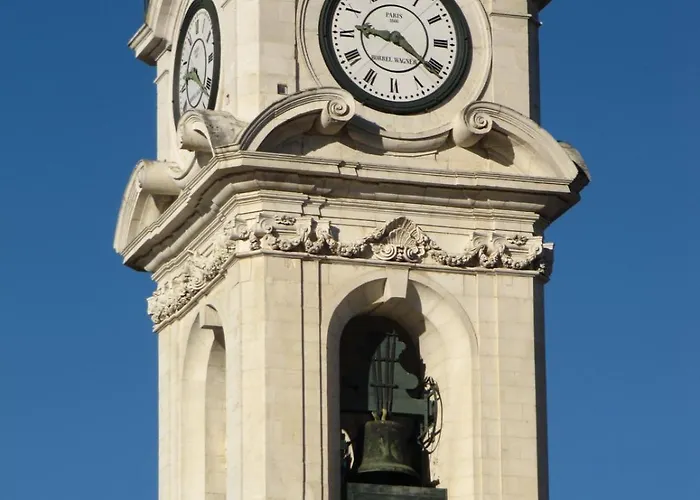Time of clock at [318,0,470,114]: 9:21
